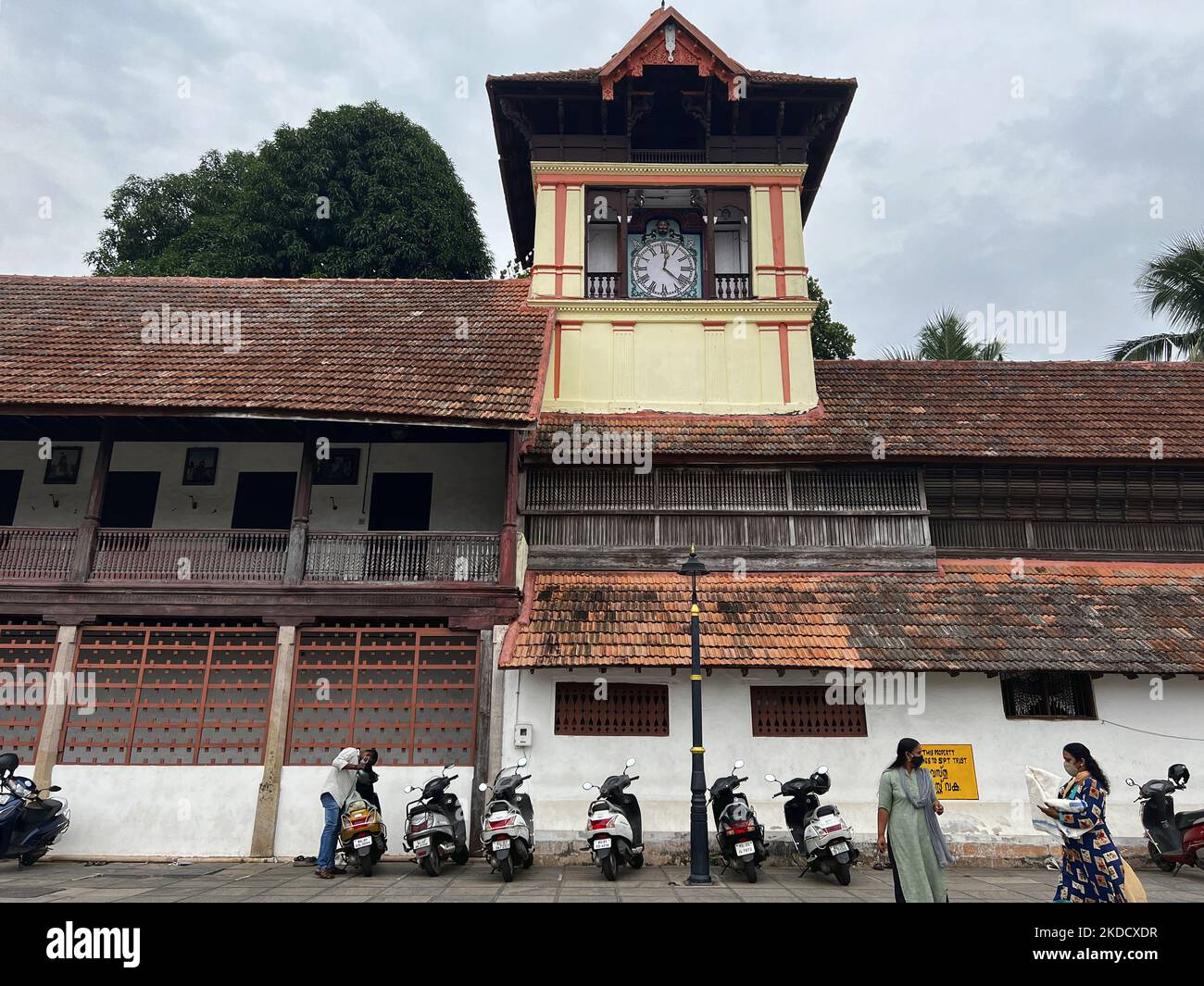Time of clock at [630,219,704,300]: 12:21
